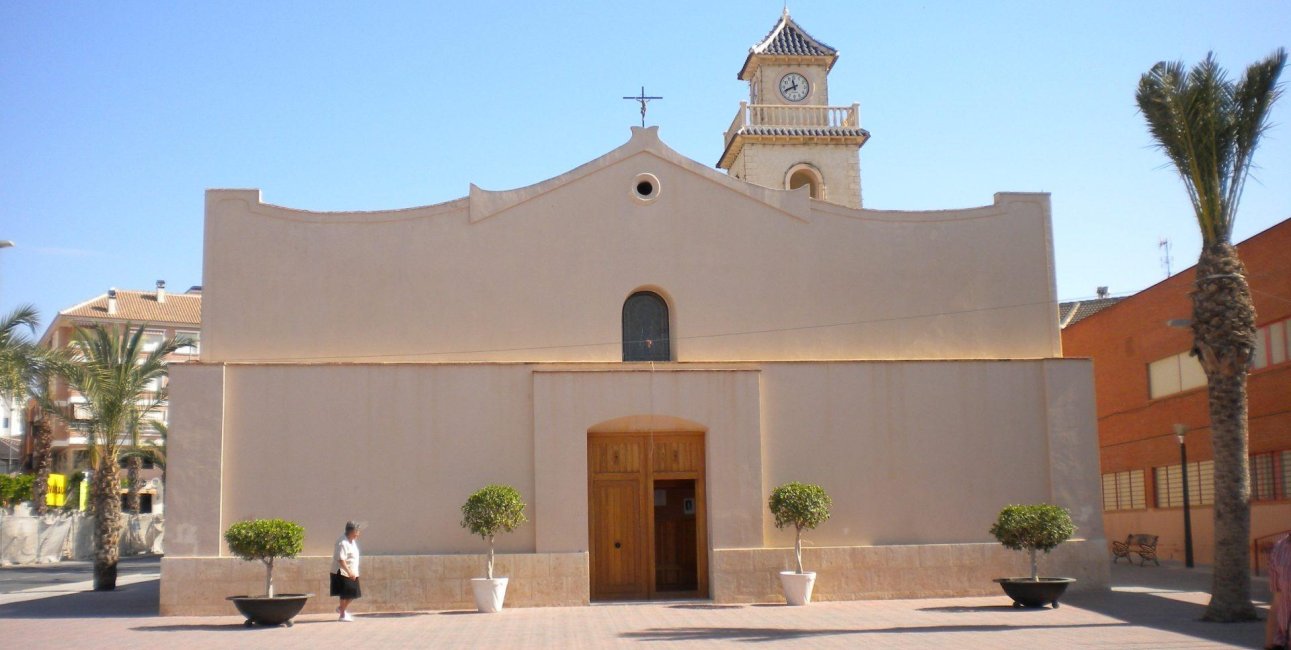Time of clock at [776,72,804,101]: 11:41
